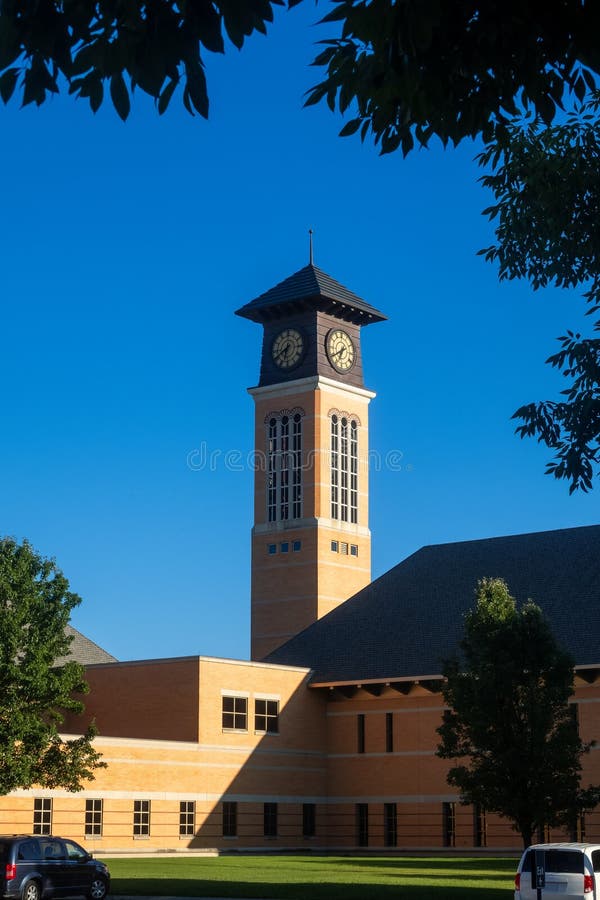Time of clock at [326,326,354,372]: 6:39
